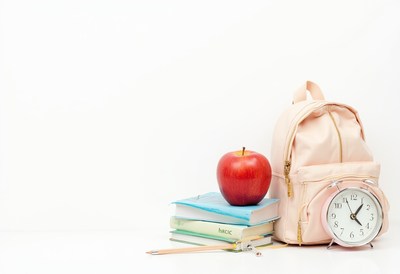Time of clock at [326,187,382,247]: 1:22
